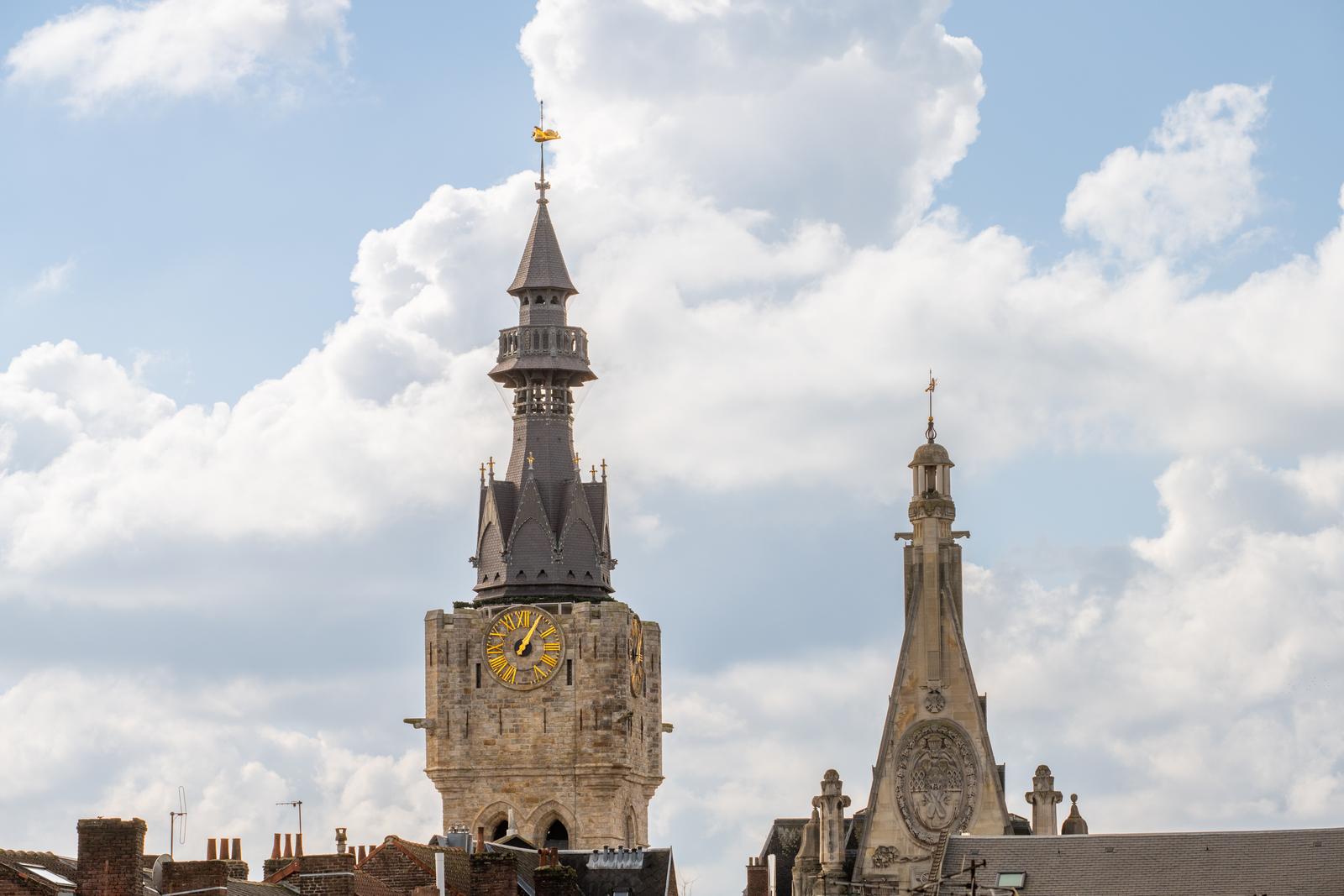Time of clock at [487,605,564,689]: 1:05
